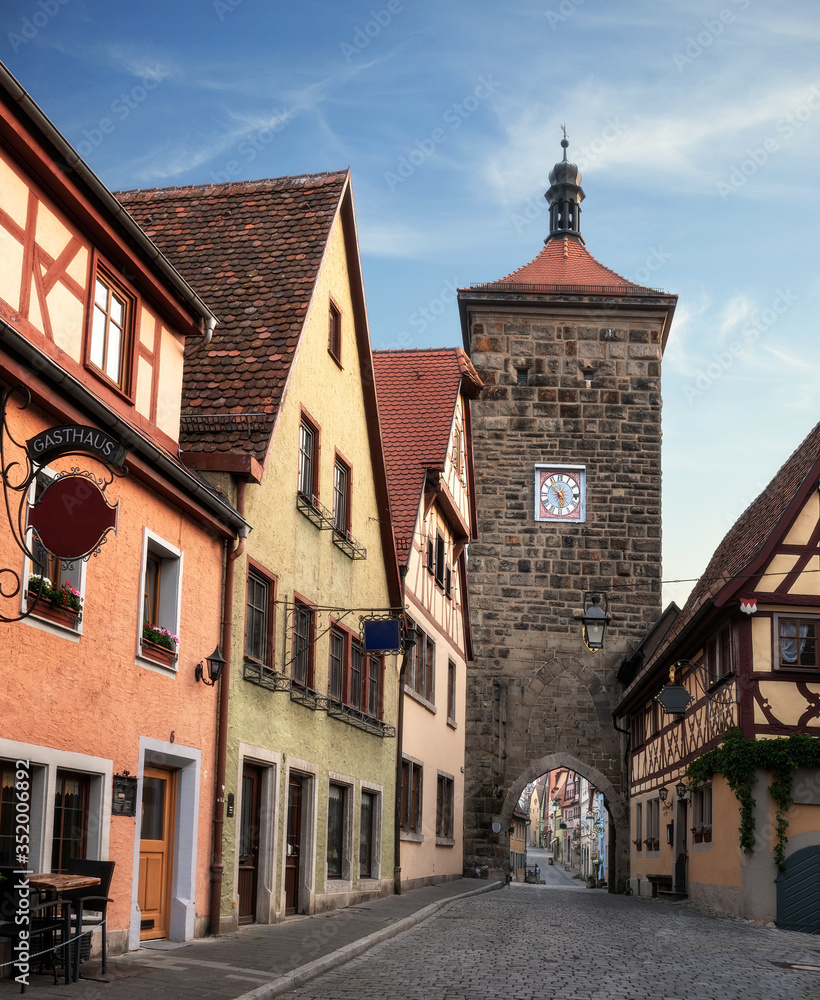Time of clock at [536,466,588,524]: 5:53
